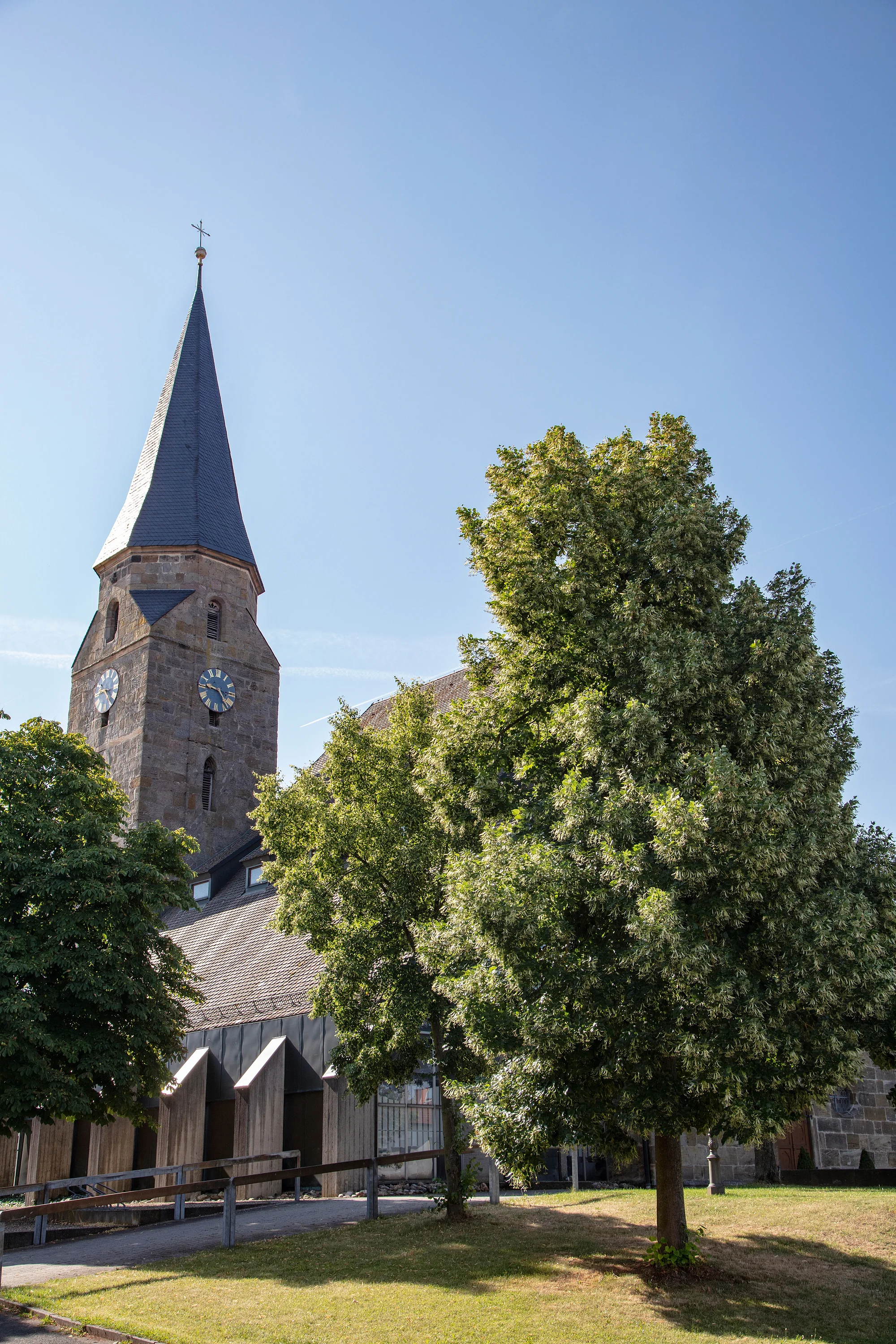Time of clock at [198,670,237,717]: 9:23
